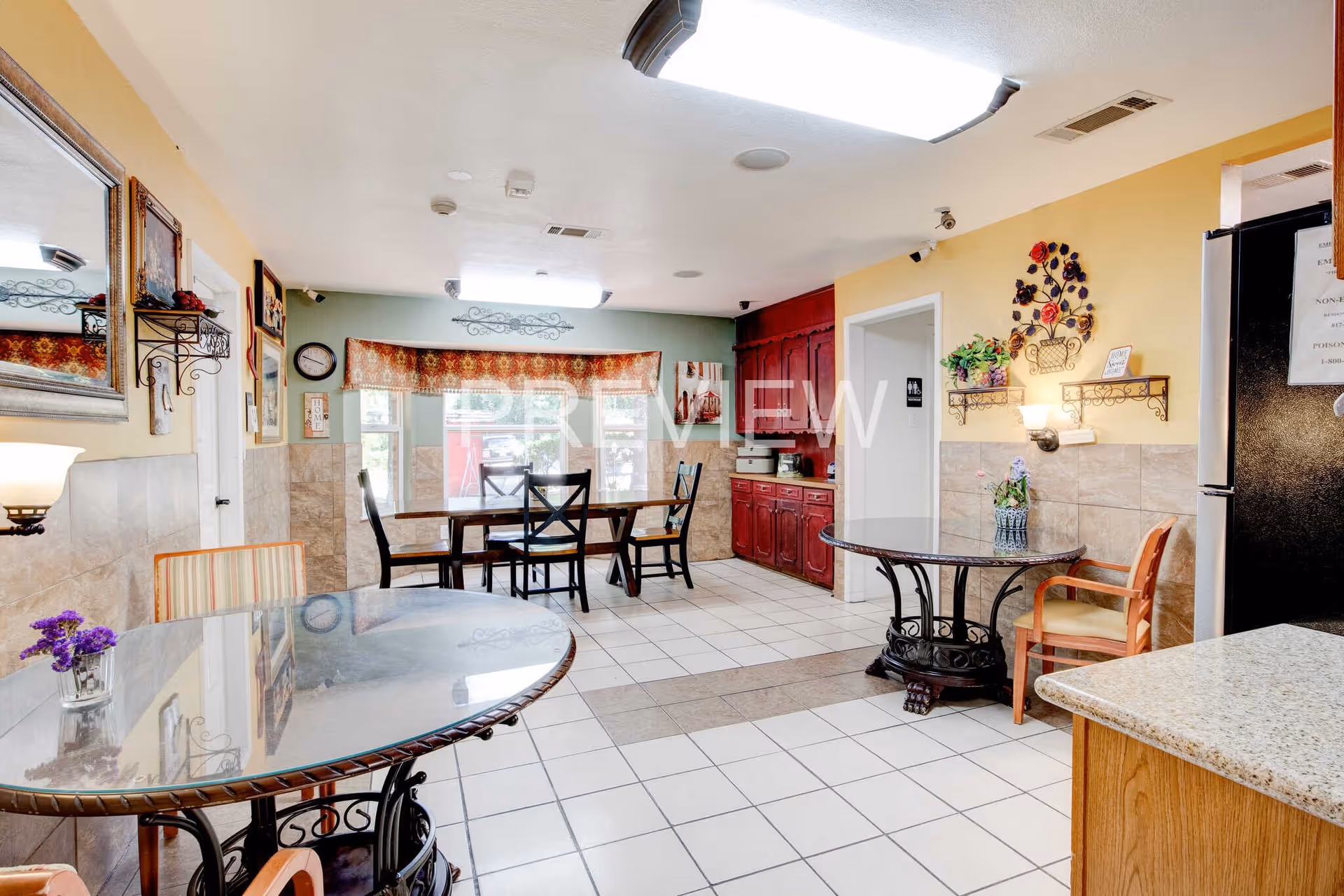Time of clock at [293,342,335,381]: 3:48
